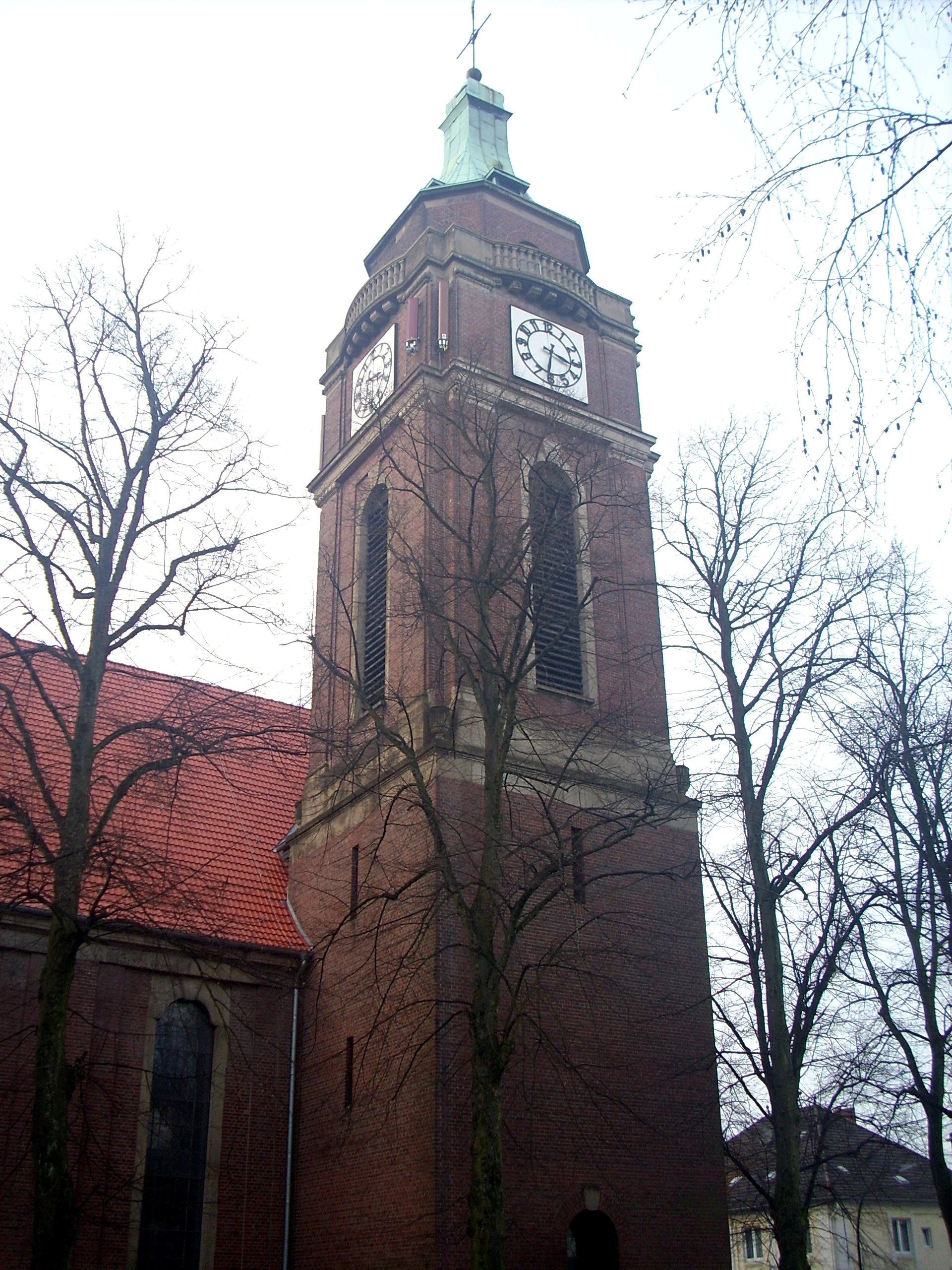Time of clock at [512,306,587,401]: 6:16
